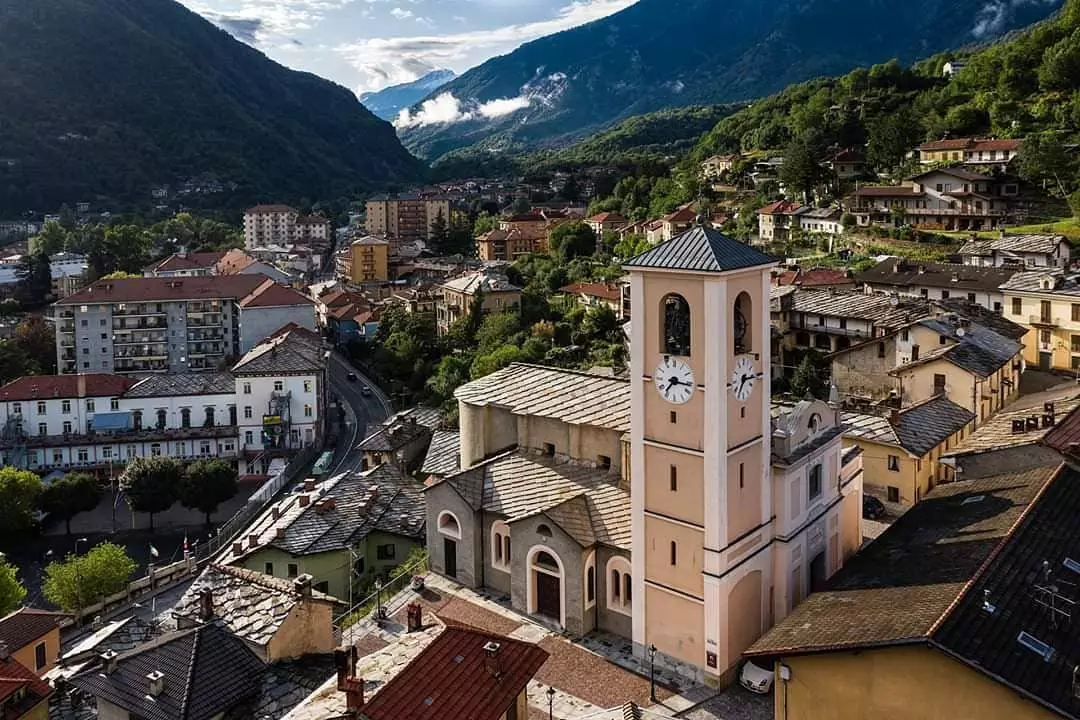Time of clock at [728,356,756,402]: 7:15
